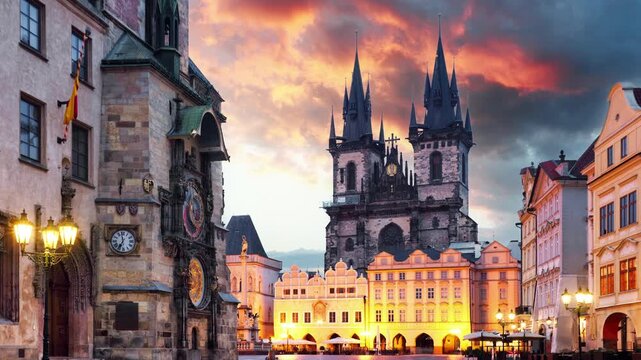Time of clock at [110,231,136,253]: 6:58
